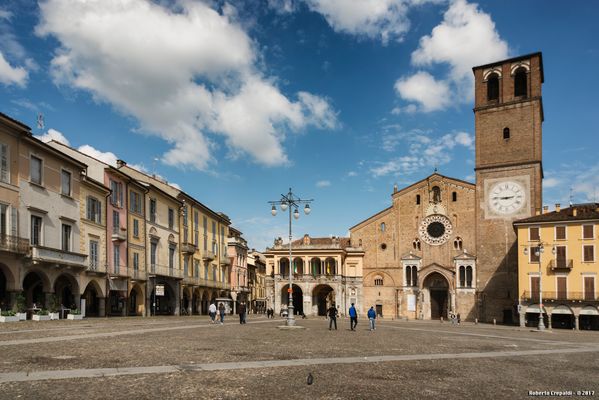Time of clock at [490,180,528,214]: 2:46
